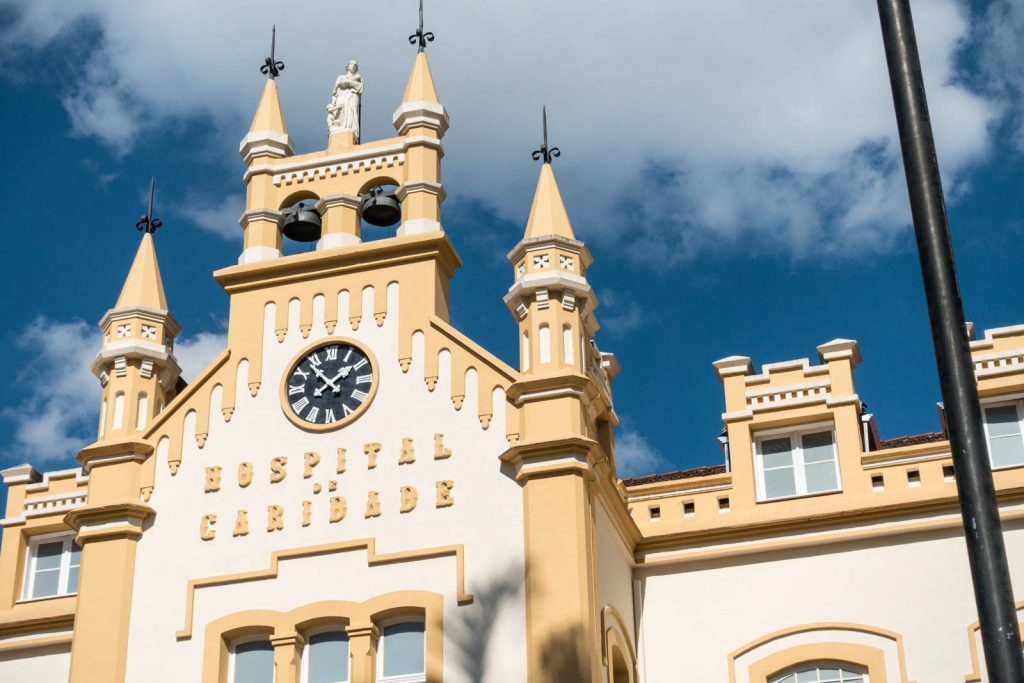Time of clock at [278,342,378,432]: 1:53
